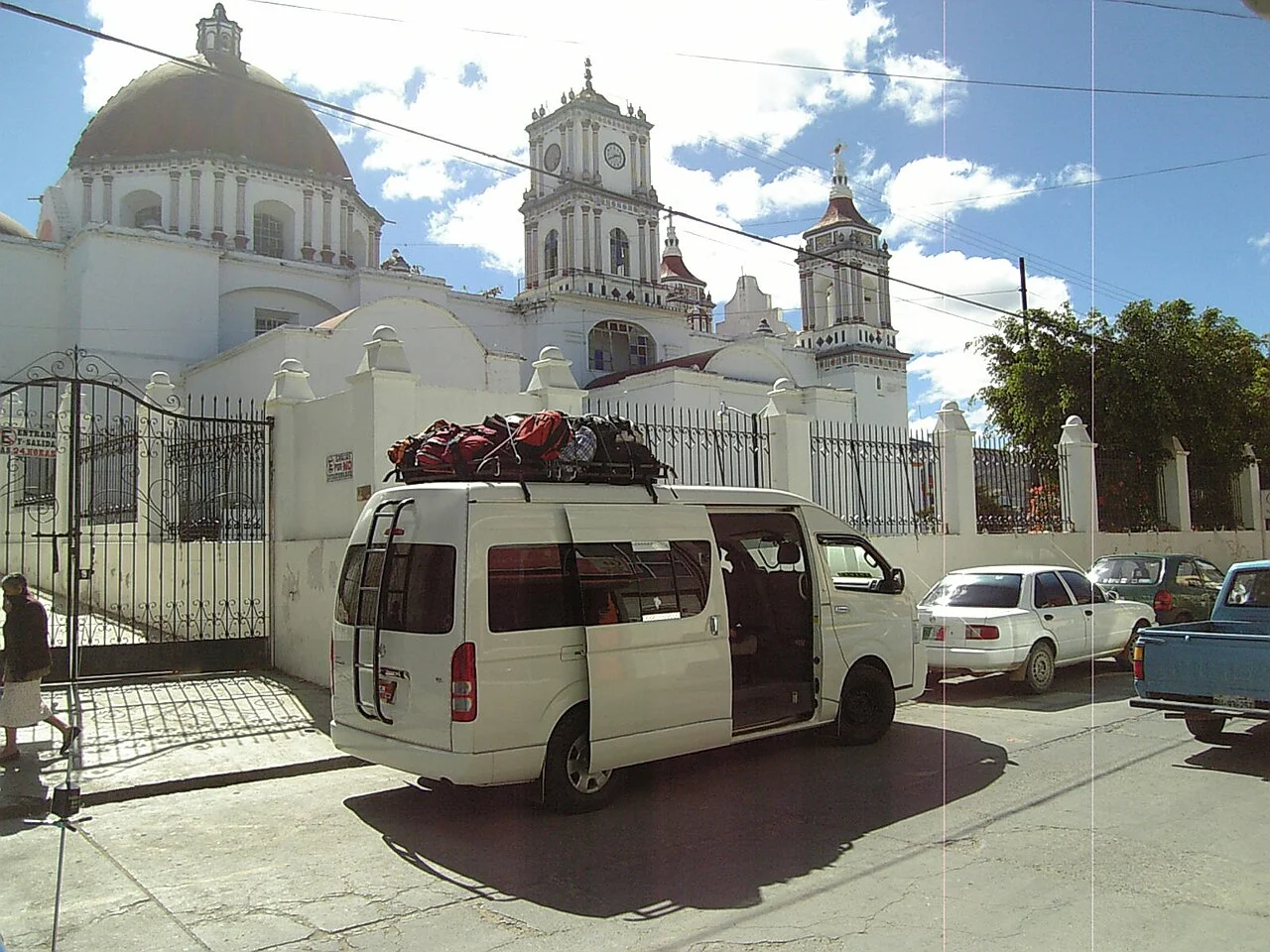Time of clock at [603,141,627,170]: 2:40
